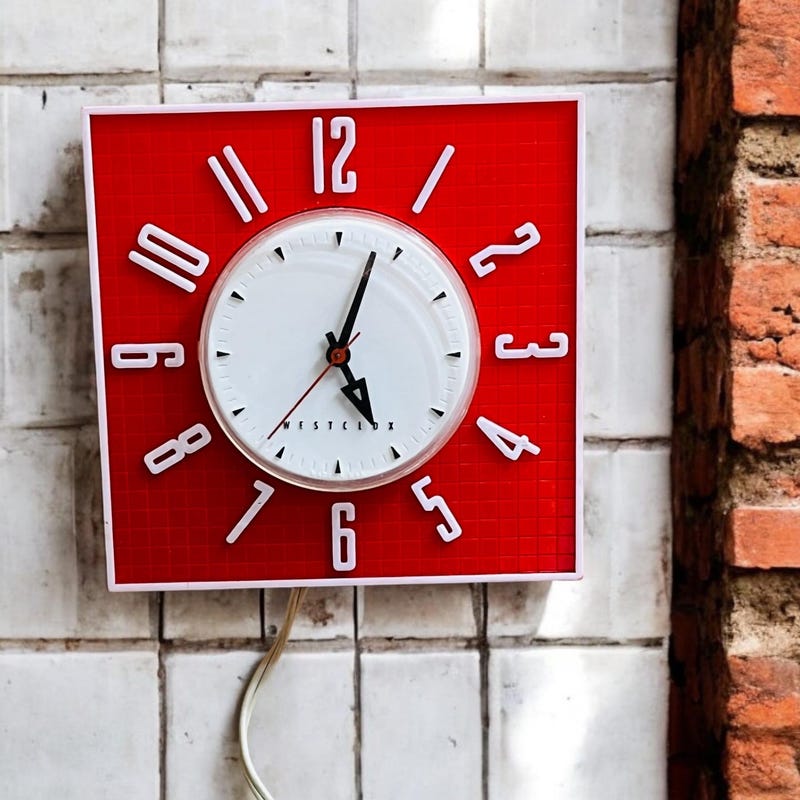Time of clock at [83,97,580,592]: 5:03
